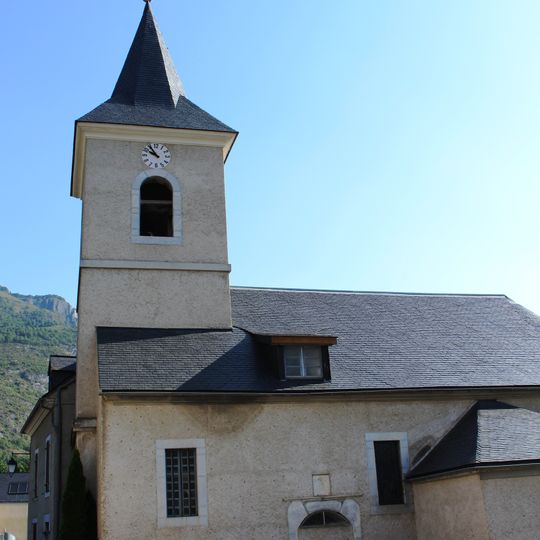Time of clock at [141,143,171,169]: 9:54
